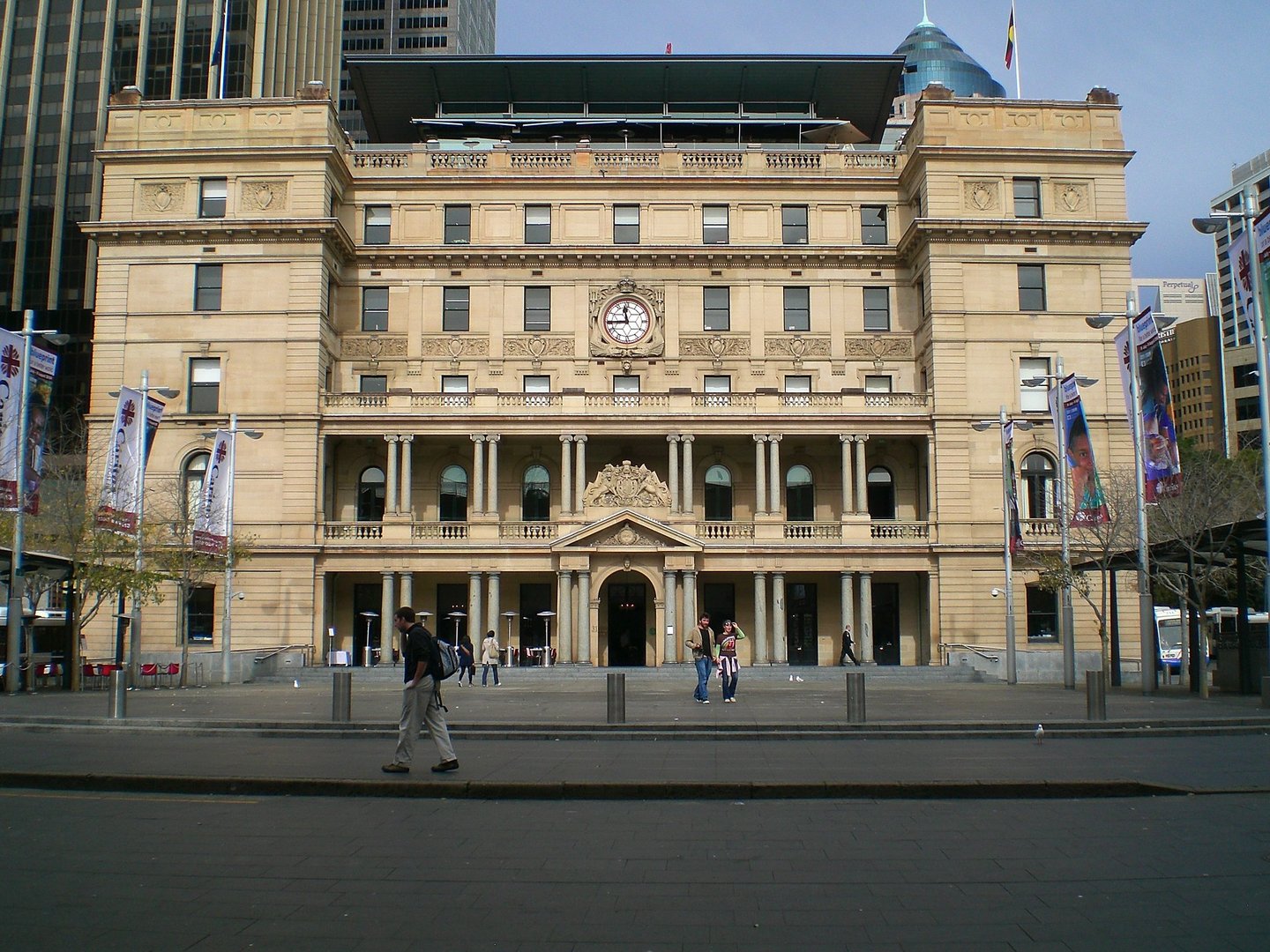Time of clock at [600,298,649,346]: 11:44
